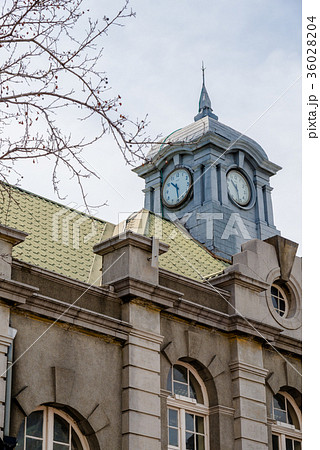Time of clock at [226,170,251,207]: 10:28
